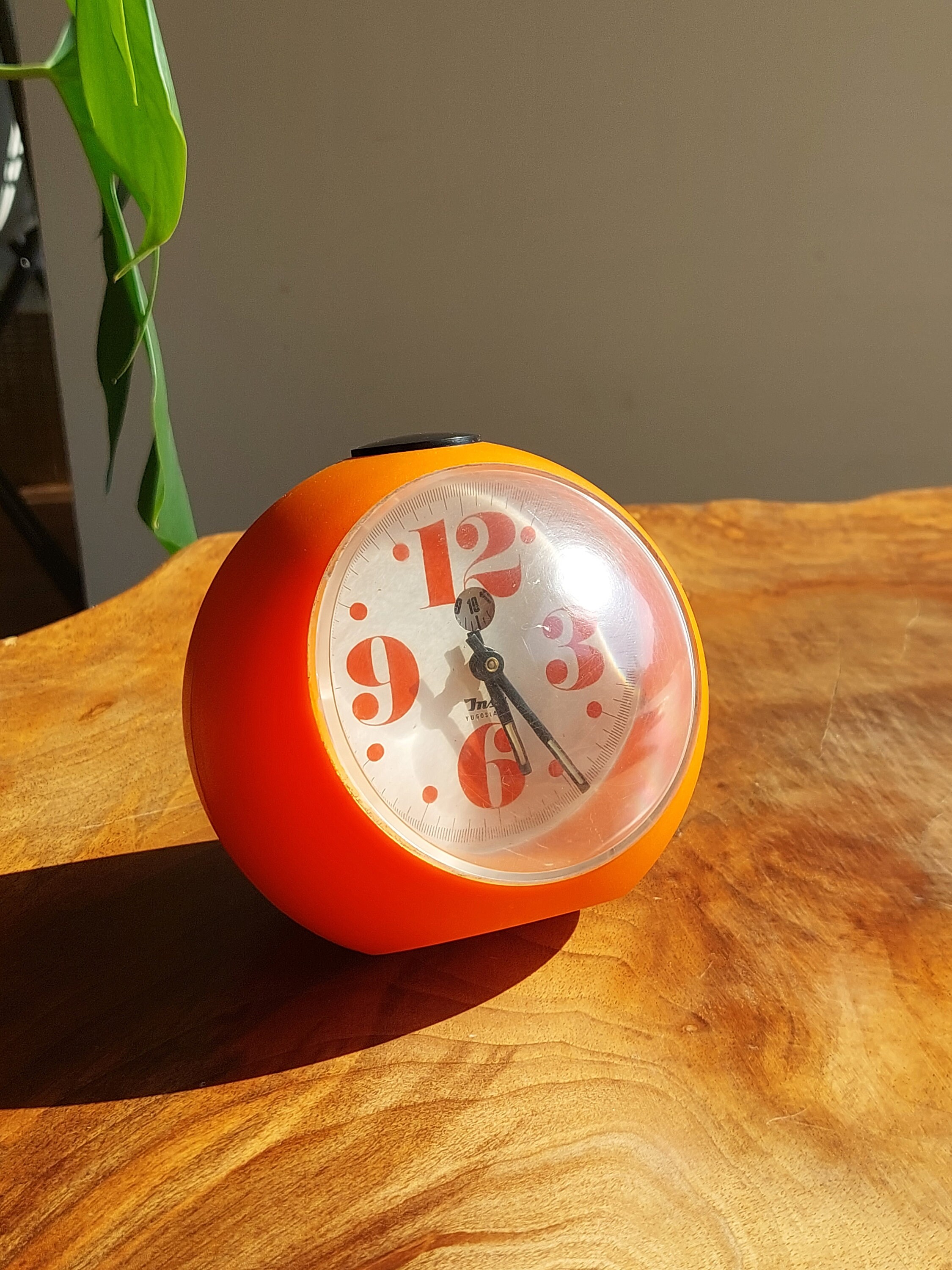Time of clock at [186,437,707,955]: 5:24
